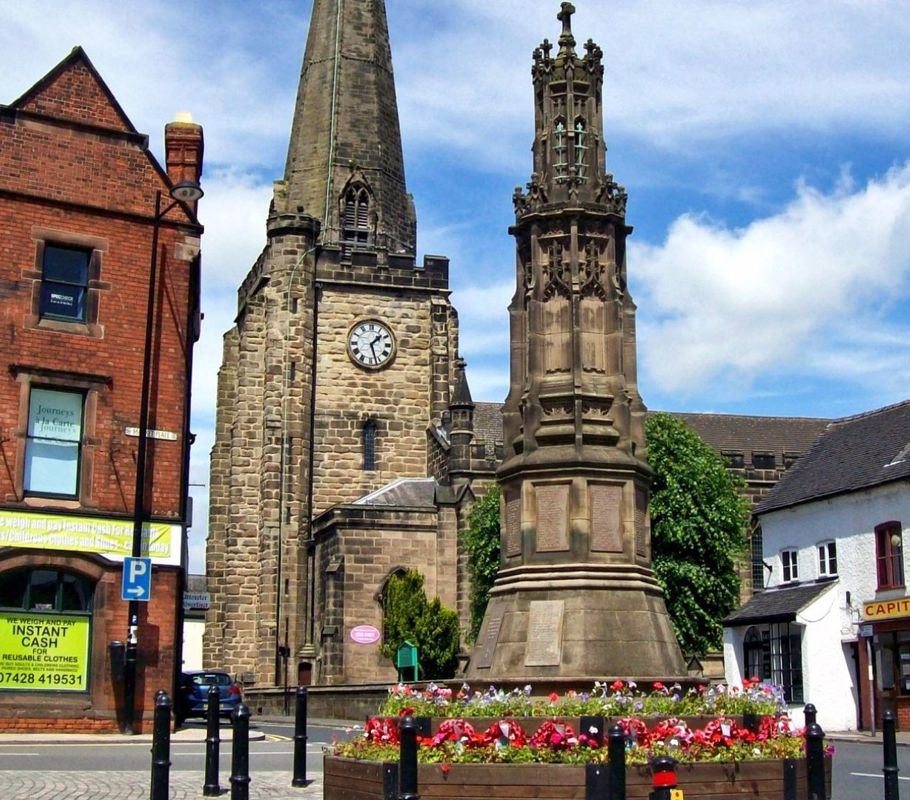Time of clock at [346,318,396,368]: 1:27
